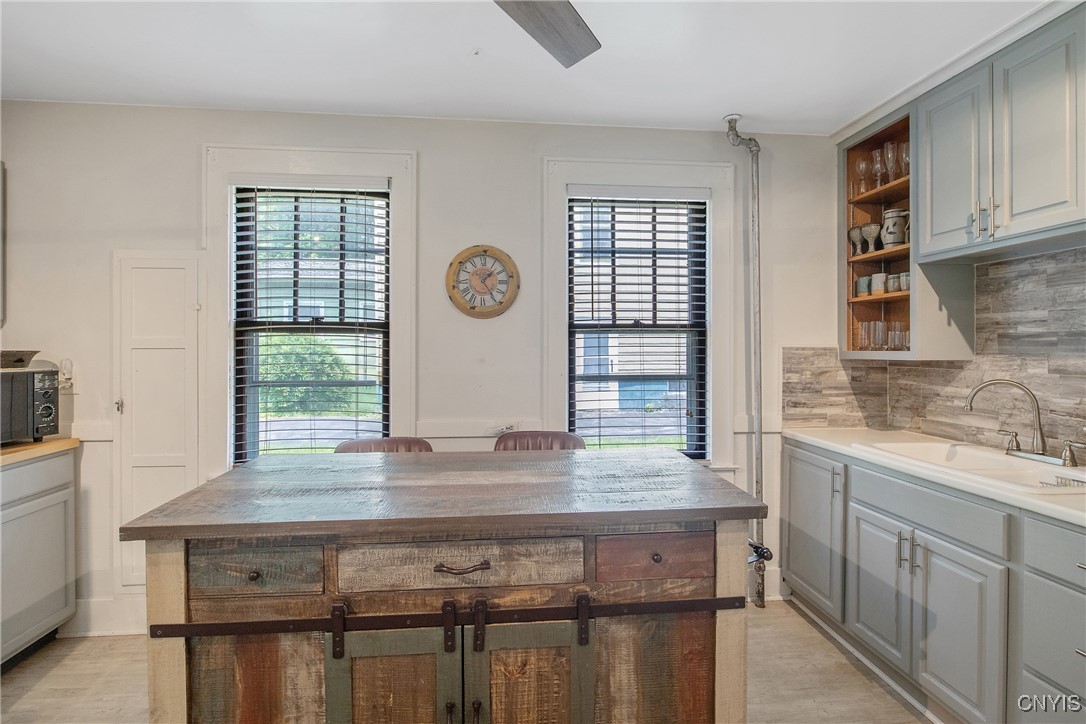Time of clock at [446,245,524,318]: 1:24
